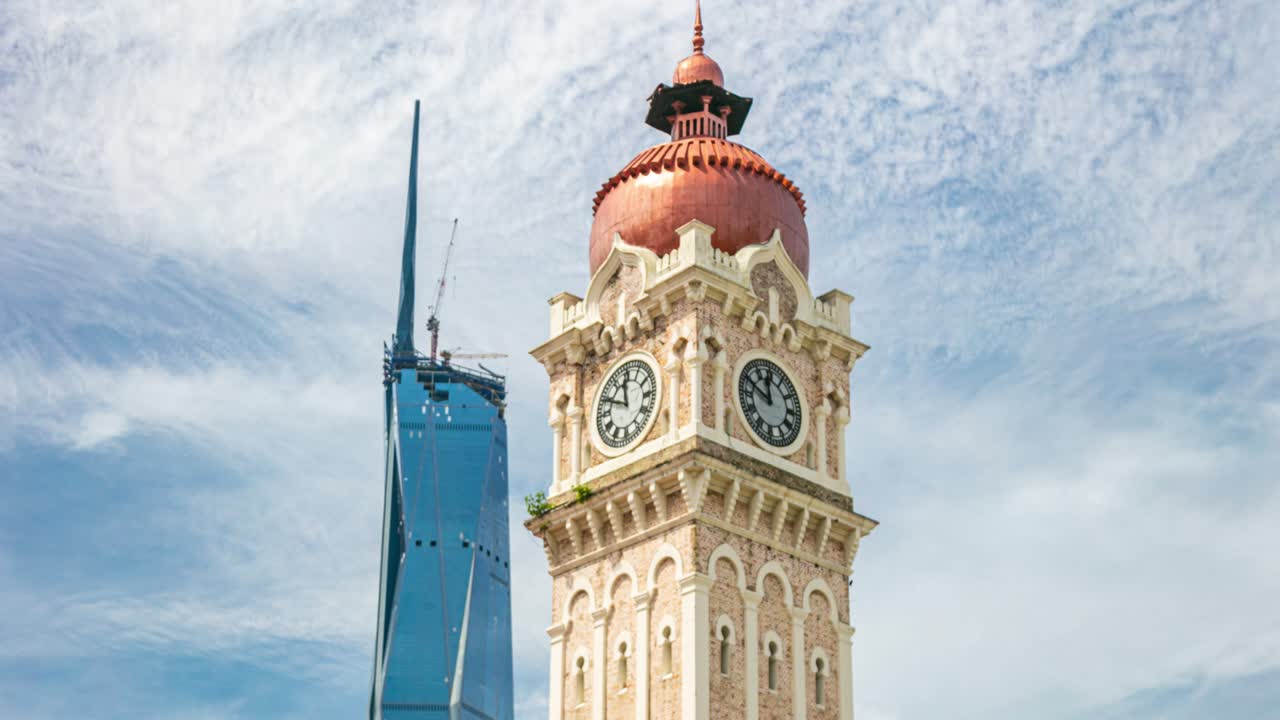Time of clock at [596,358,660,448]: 11:48
